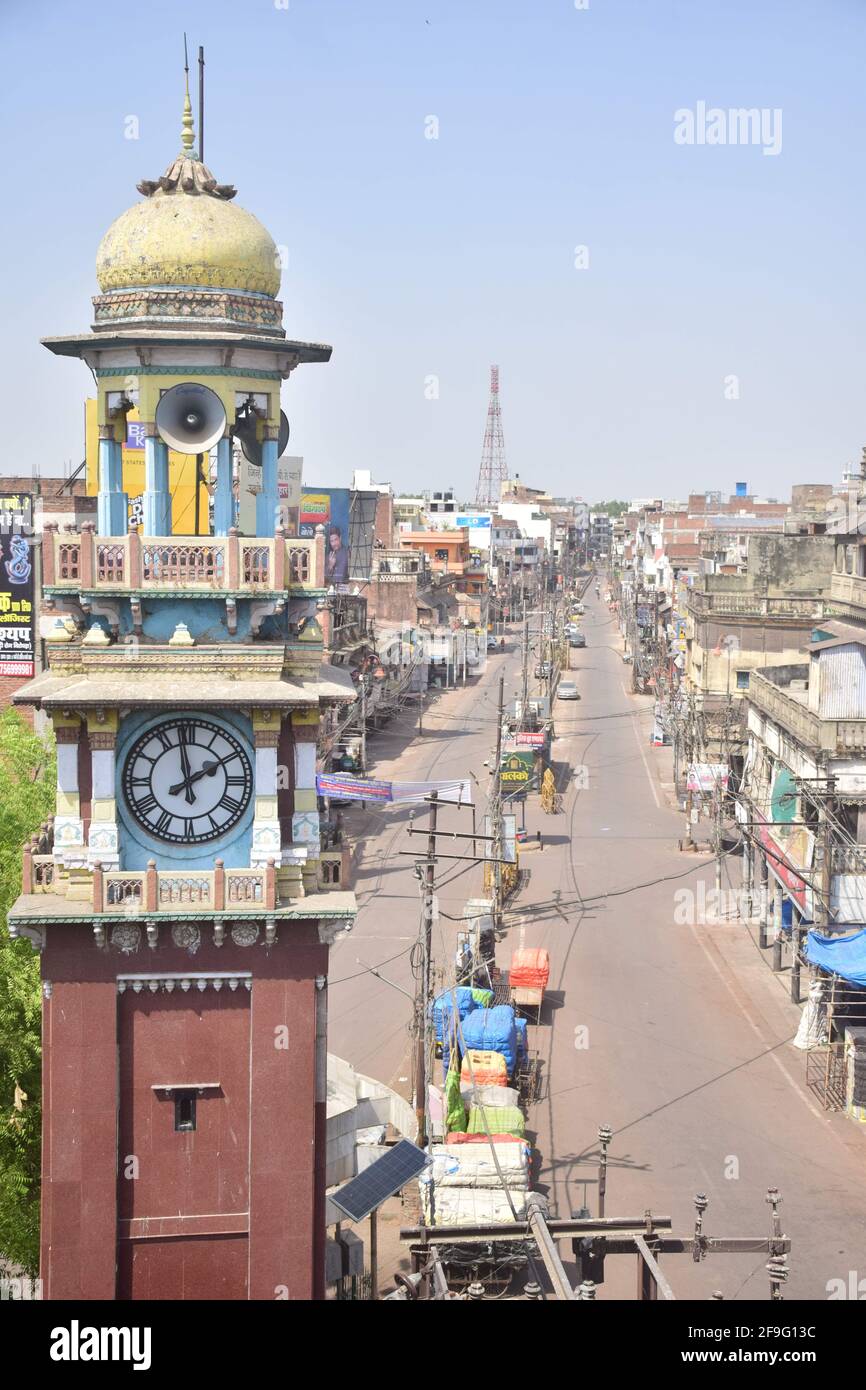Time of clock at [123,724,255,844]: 1:58
